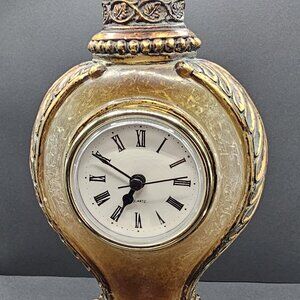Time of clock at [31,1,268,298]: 6:50
